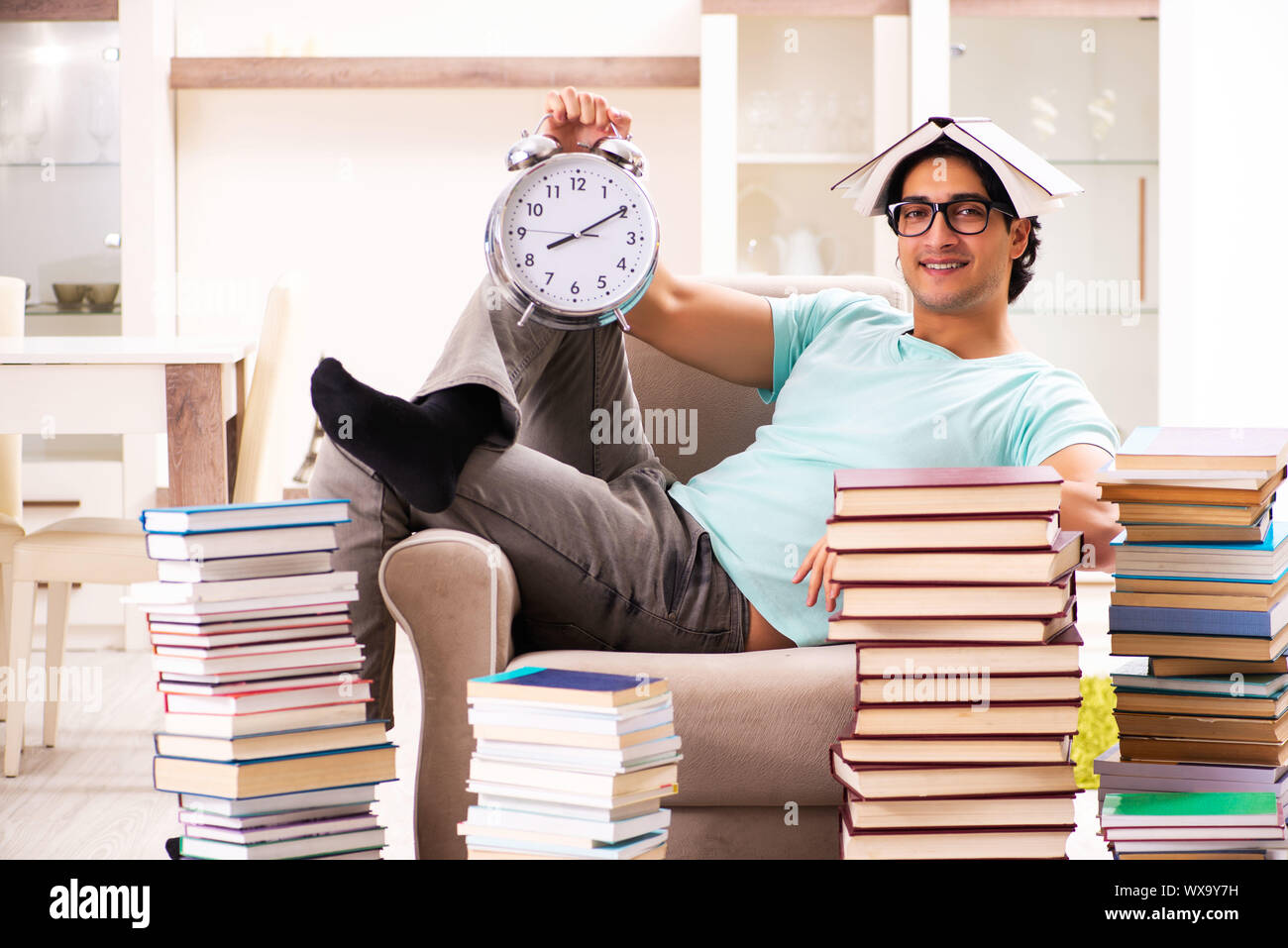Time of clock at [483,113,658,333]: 8:09
